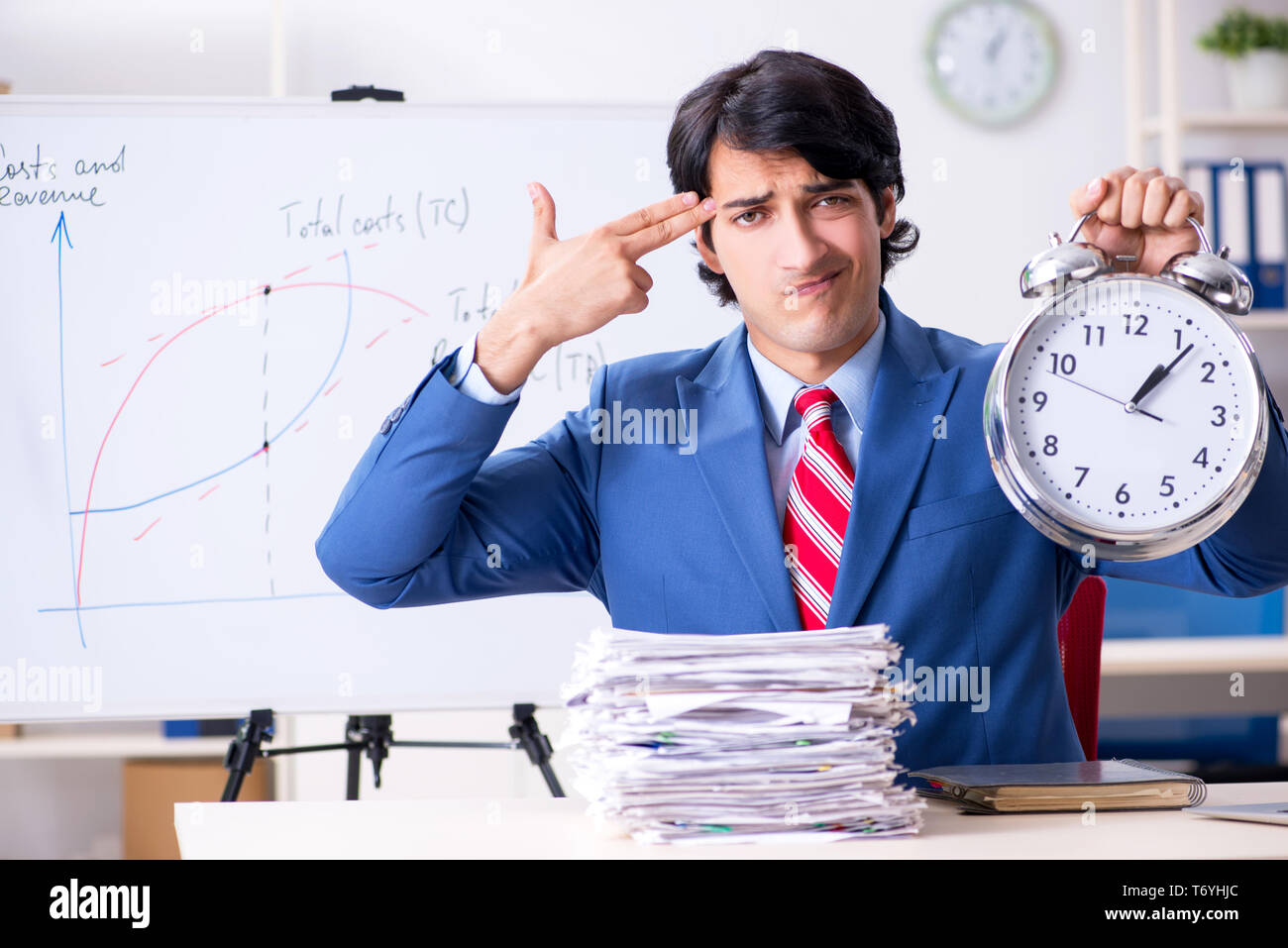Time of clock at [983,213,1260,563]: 1:06
